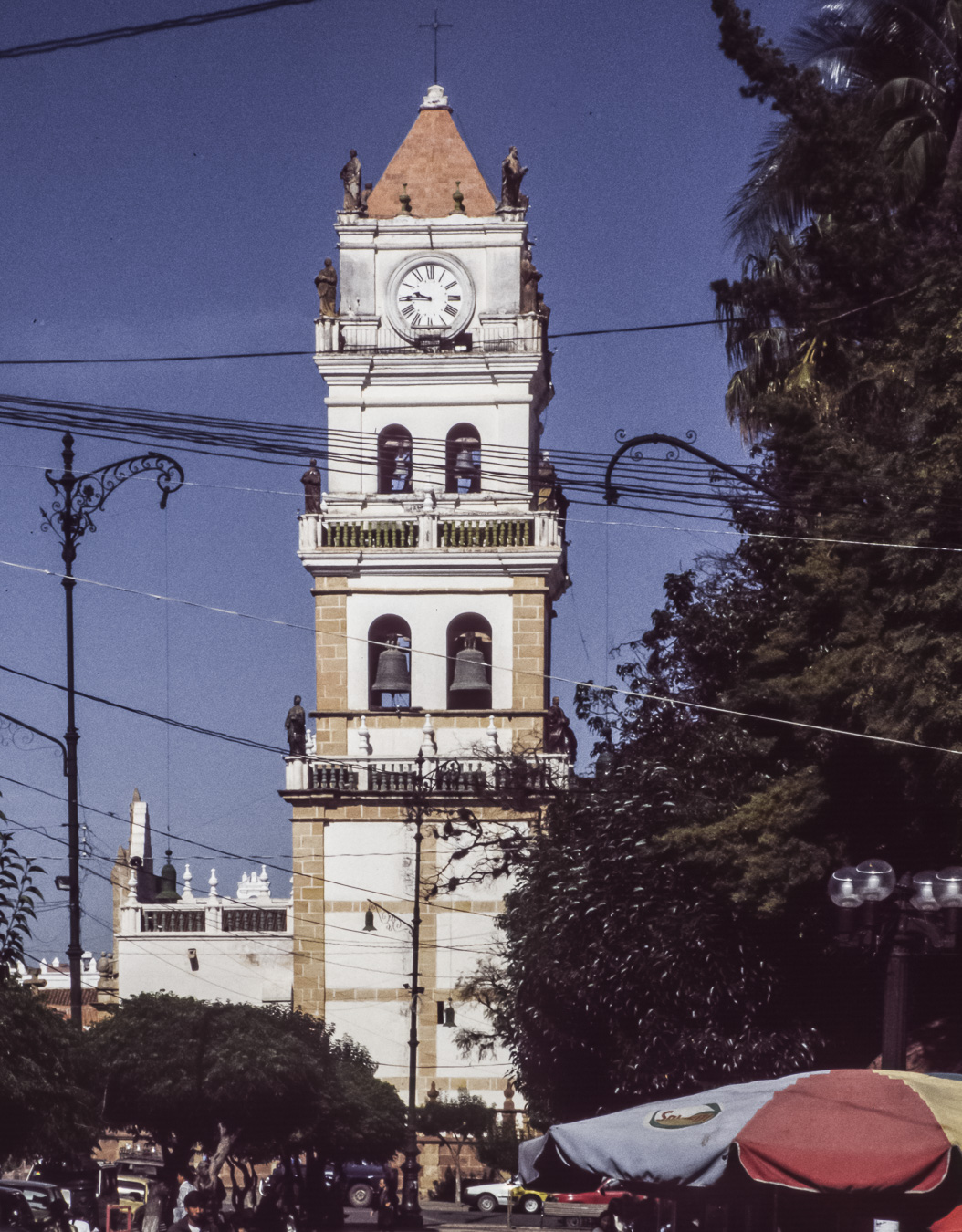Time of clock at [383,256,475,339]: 9:45
